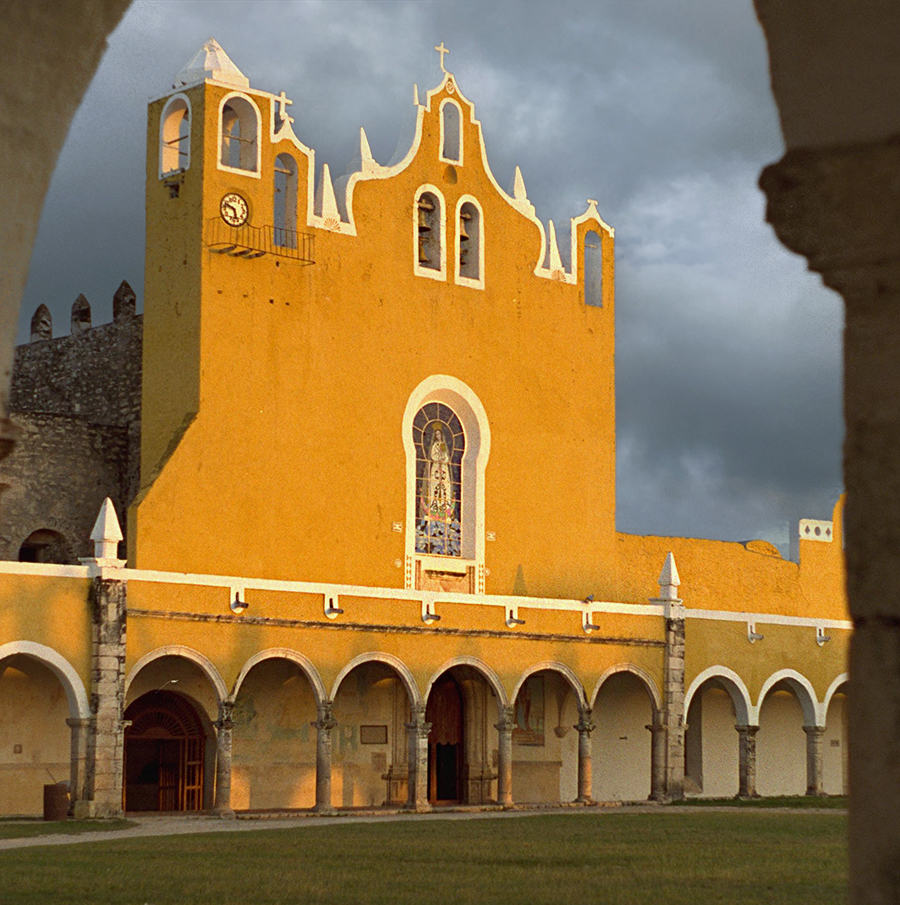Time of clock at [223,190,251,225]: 5:48
